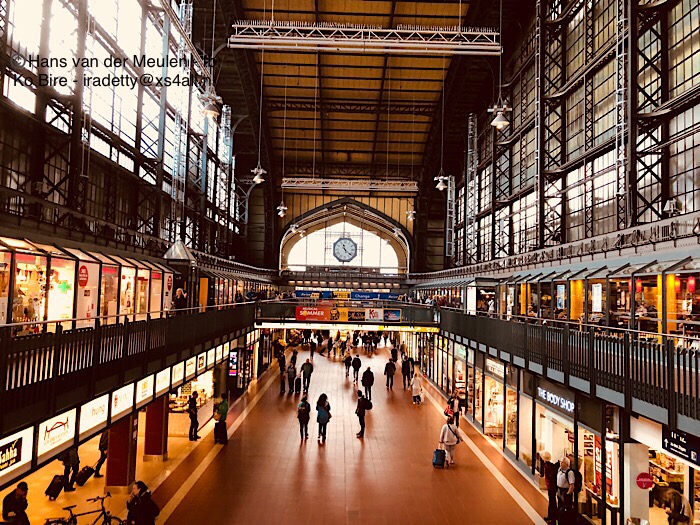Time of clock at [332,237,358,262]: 11:21
